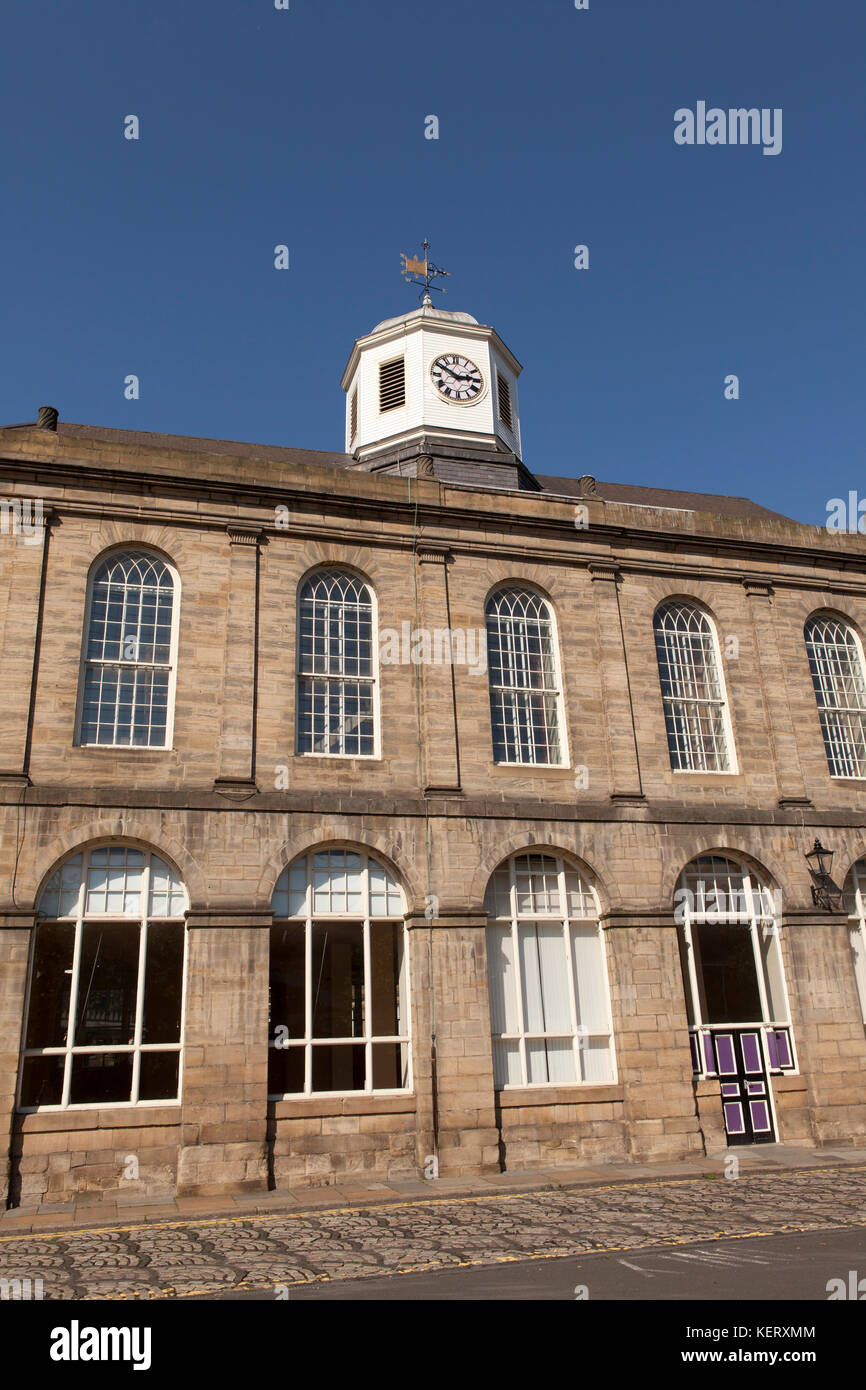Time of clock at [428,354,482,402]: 2:50
